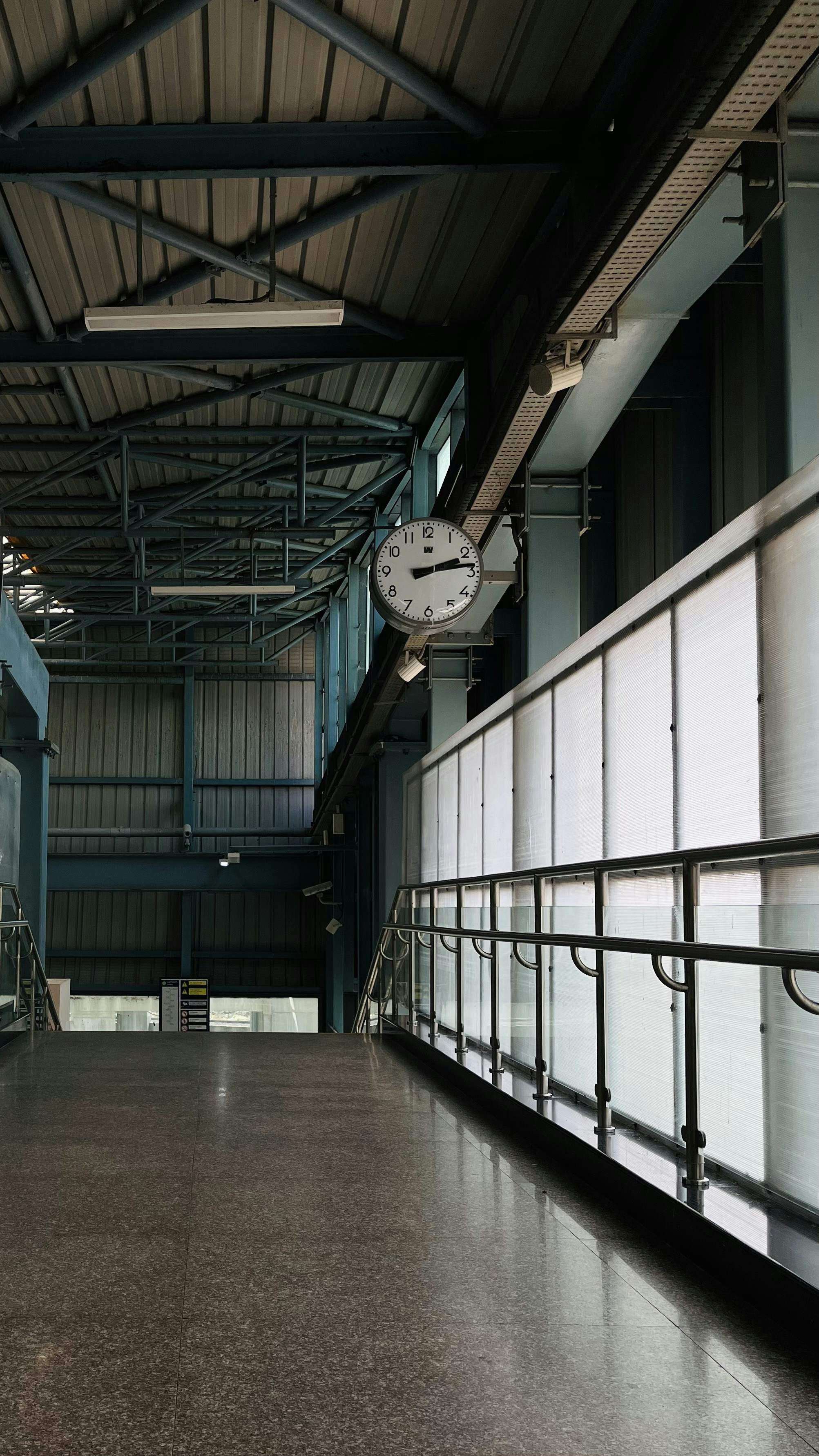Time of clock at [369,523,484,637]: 2:13
